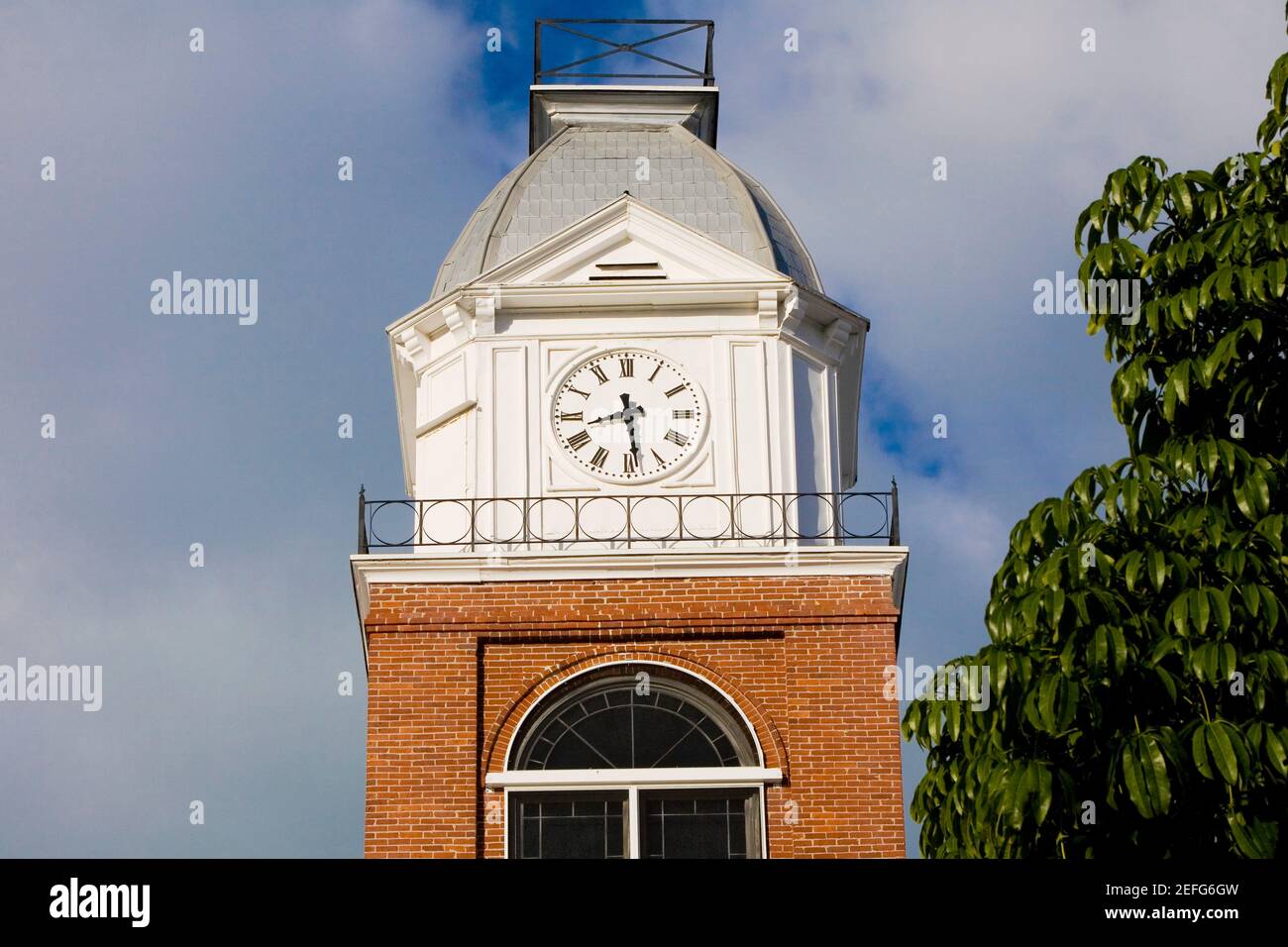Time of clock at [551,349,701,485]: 8:28
